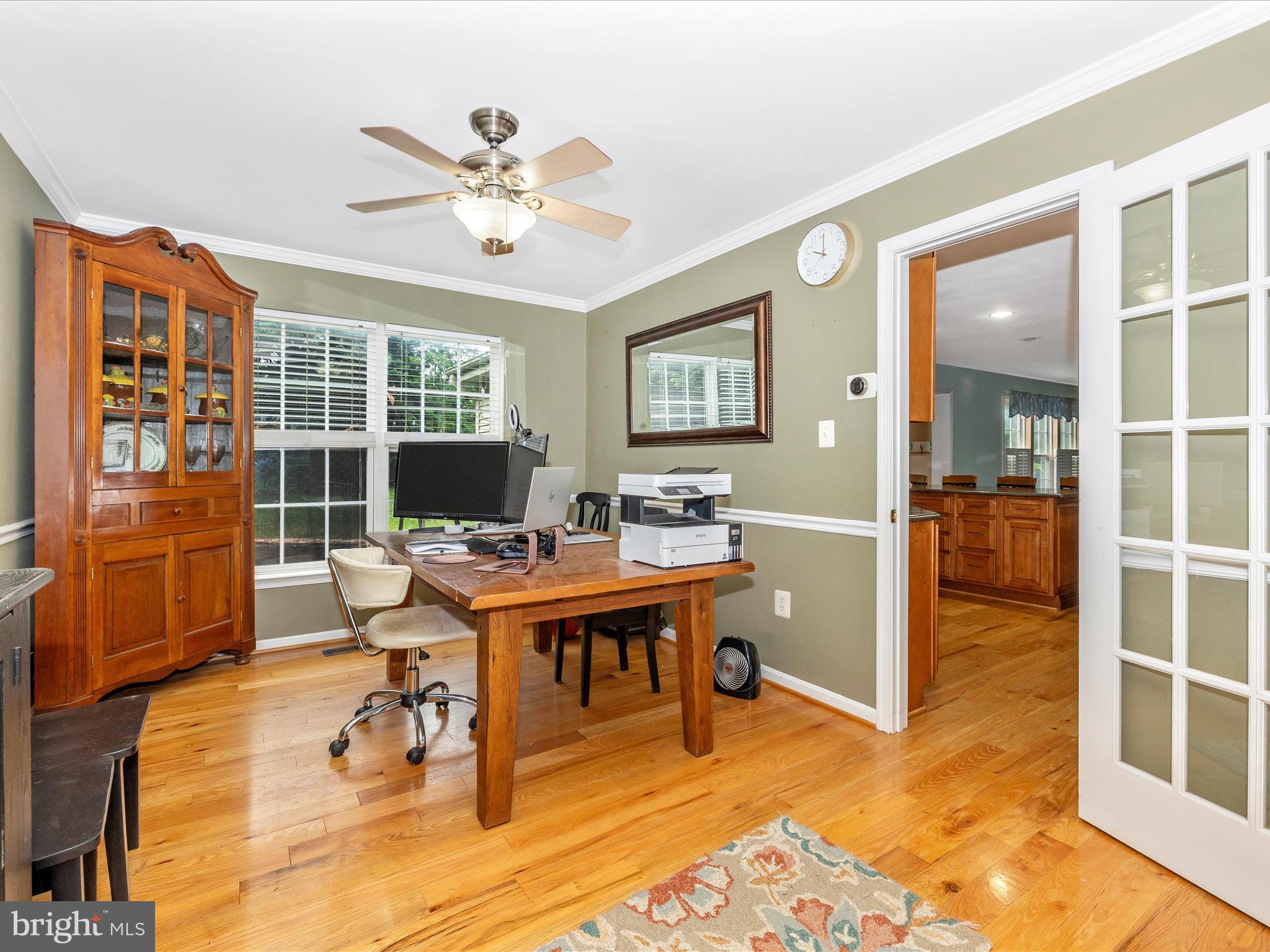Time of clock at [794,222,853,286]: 10:01
